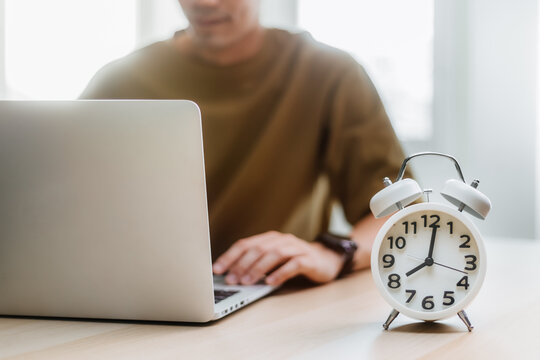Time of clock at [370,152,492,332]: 8:01
